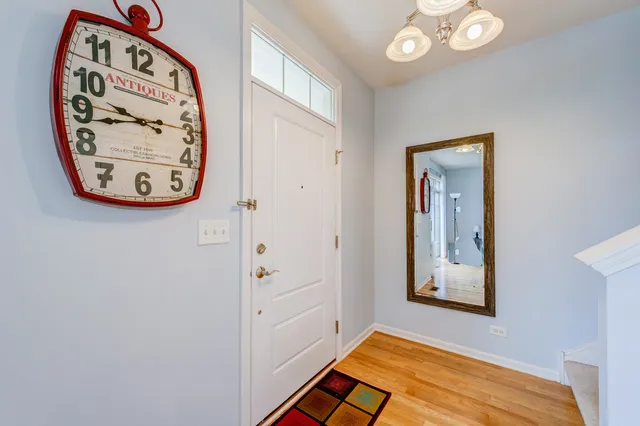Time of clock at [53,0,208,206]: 9:43
